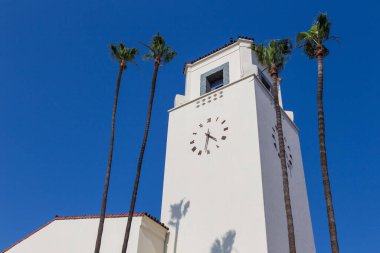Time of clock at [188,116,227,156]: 4:31
